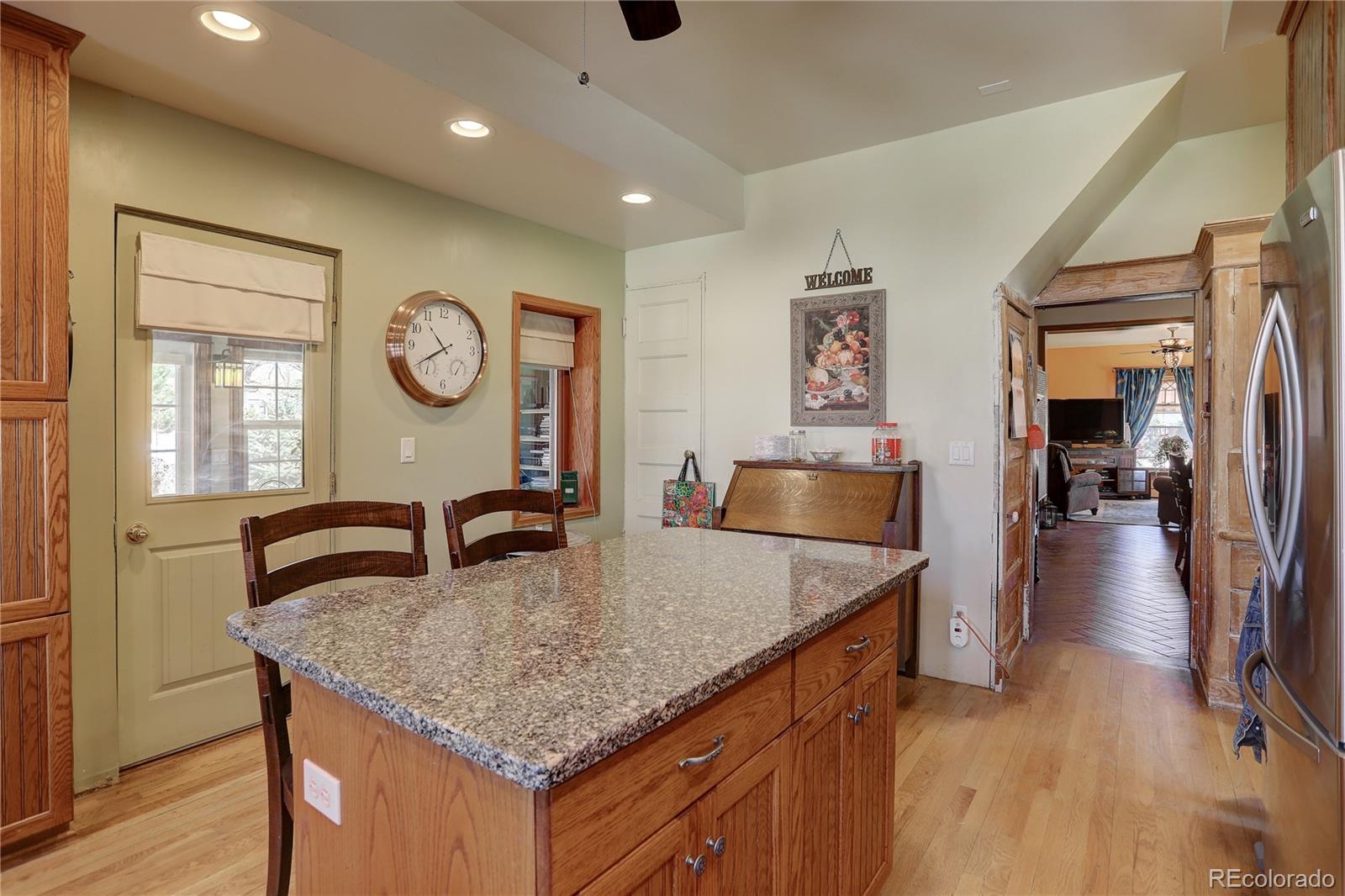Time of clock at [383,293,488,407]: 10:39
